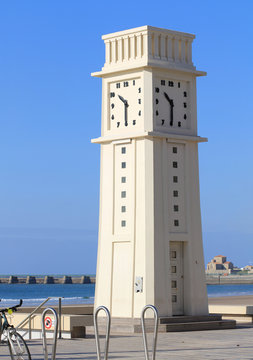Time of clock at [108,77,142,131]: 10:30
